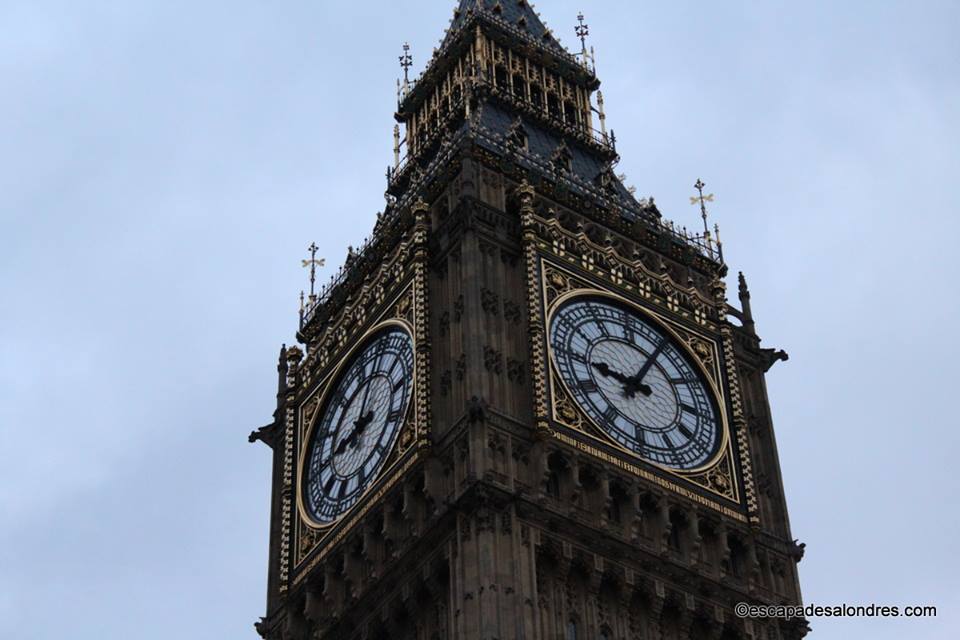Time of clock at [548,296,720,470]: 9:05
